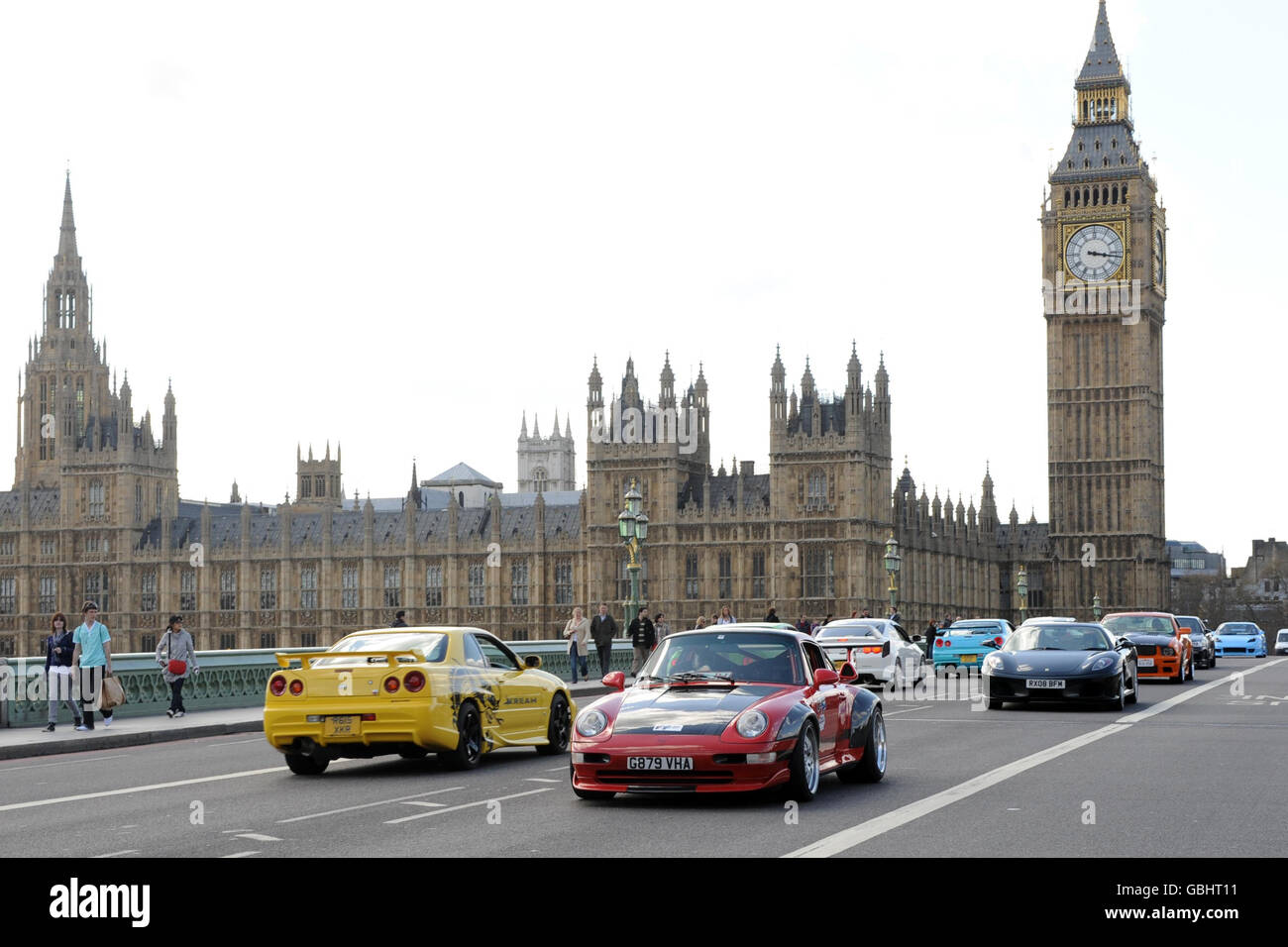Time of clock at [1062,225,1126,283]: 3:16
